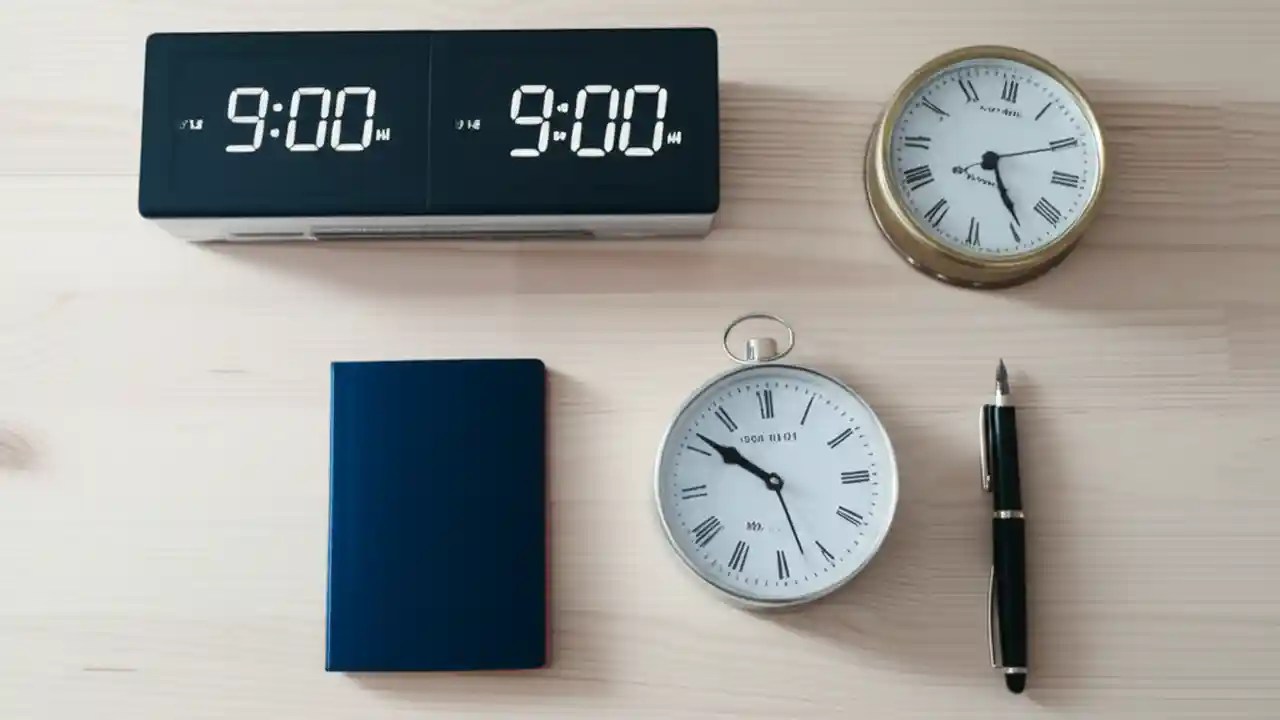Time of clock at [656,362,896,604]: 9:51
